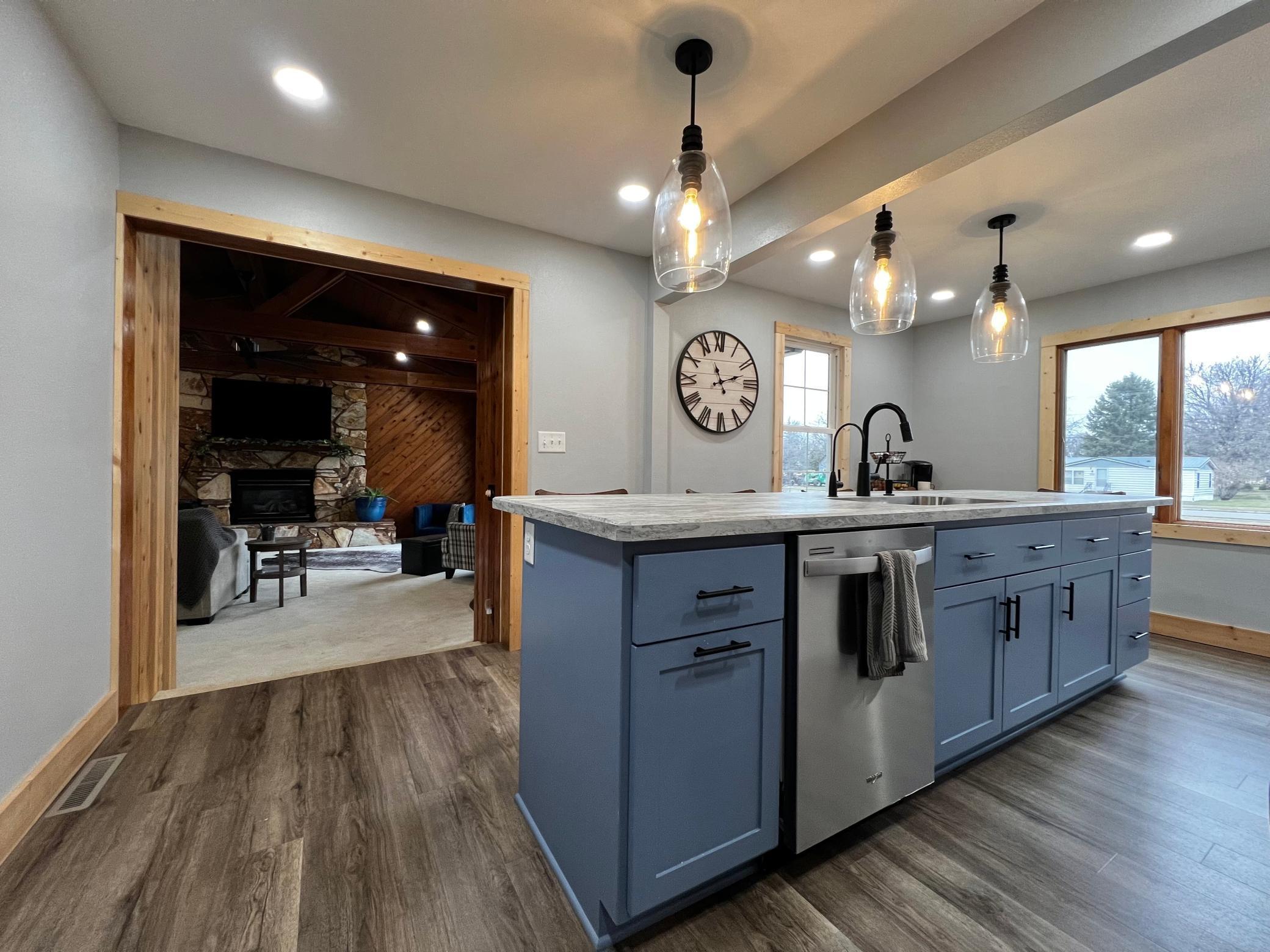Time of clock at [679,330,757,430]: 11:12
